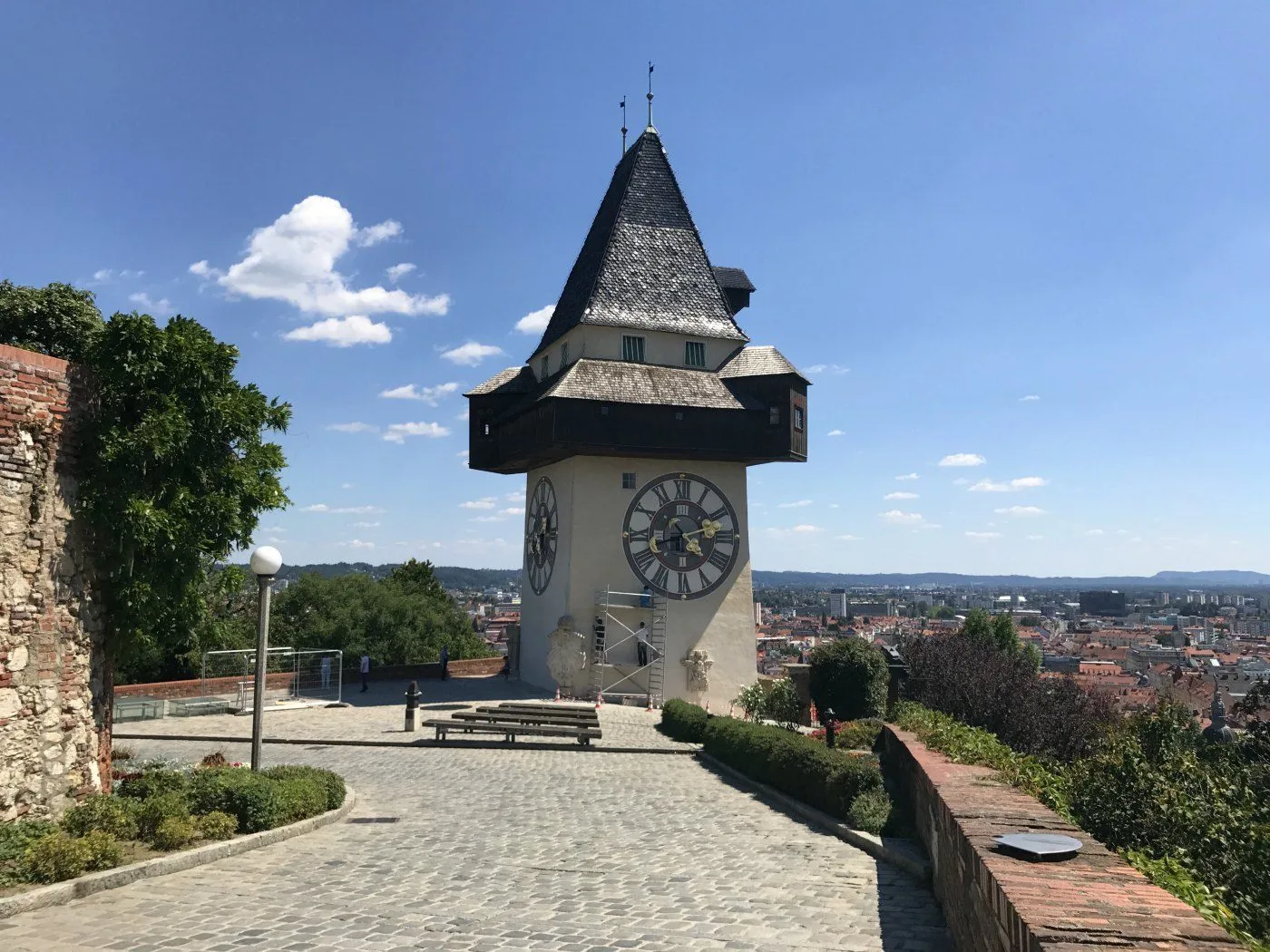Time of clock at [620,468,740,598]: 4:42
